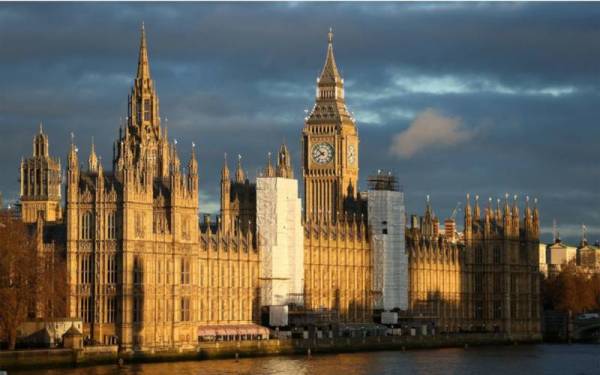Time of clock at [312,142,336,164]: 7:52
